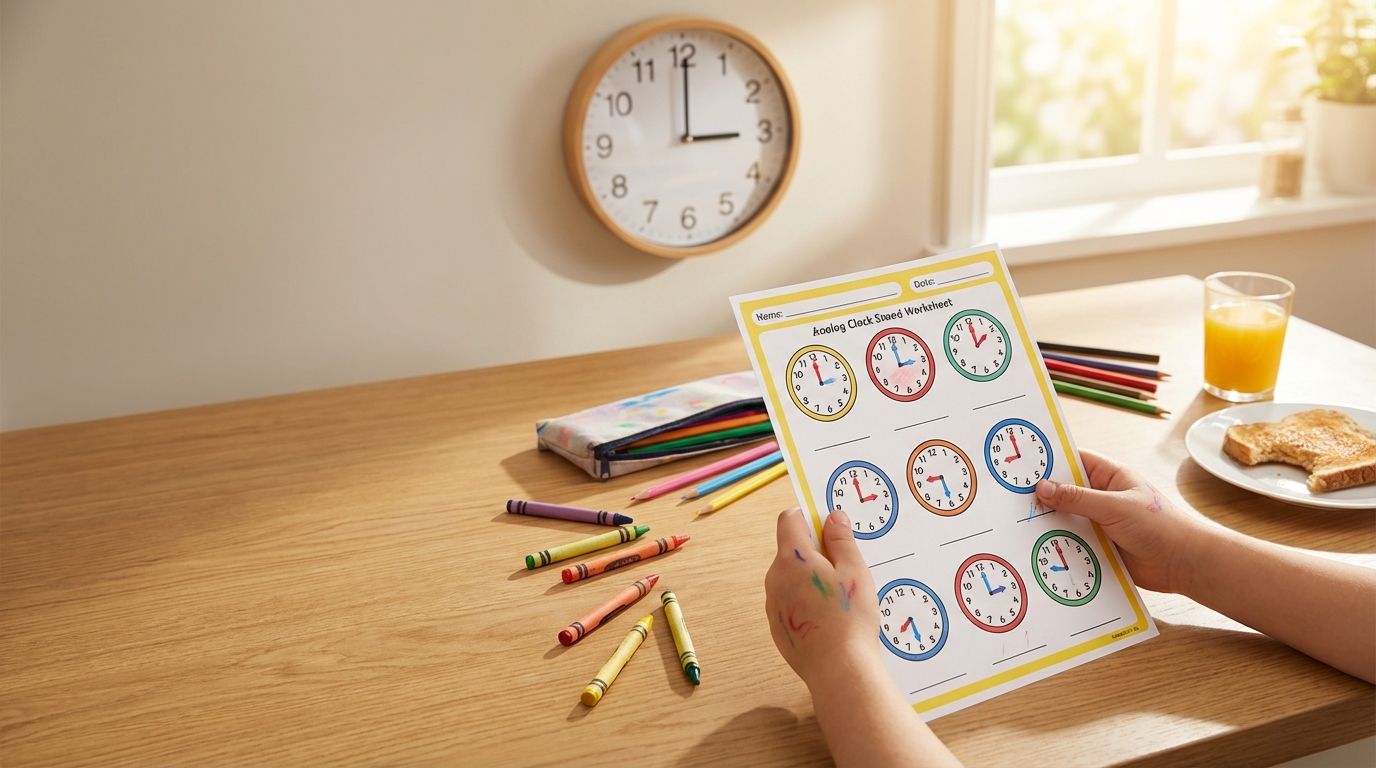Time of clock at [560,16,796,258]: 3:00
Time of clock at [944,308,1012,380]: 2:00
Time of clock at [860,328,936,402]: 2:59
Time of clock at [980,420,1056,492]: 9:00
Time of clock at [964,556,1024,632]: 2:59
